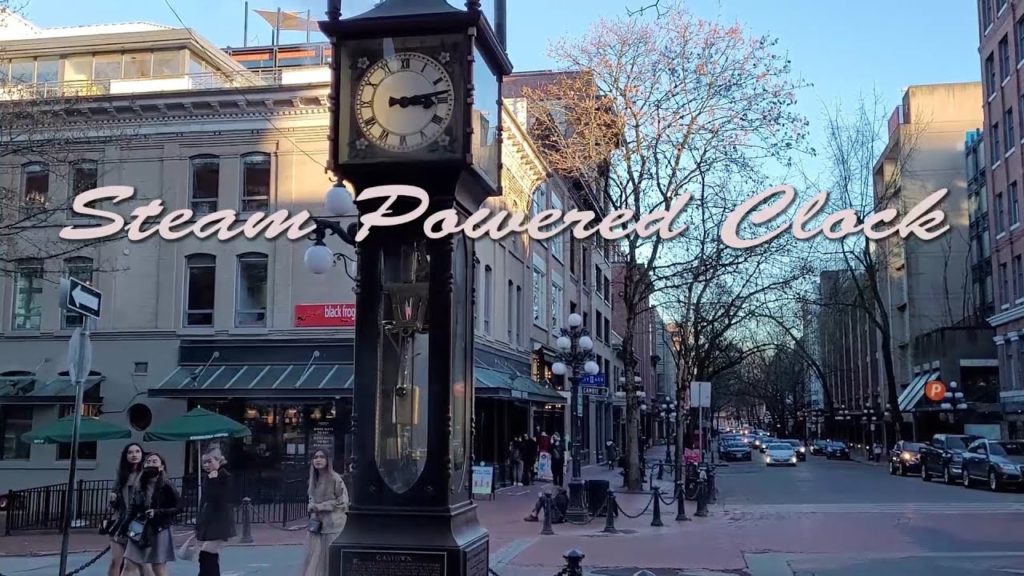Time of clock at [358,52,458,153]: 3:13
